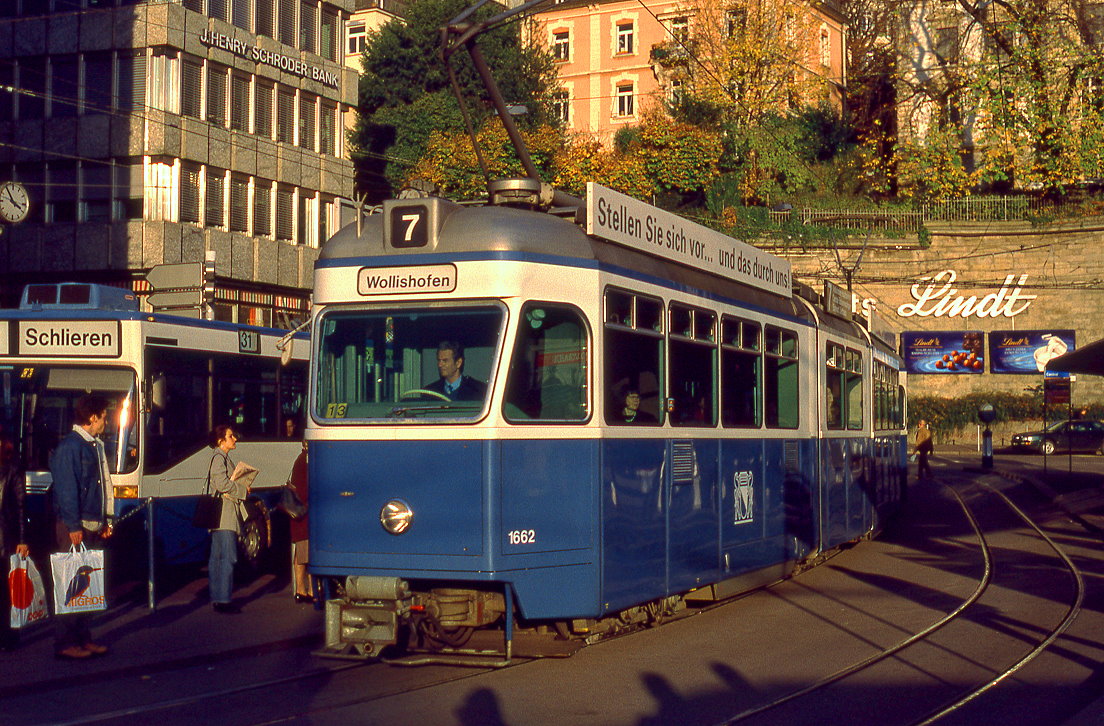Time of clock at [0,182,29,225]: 3:54
